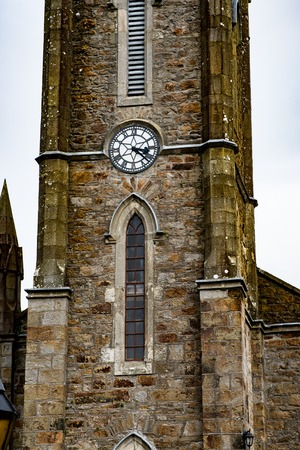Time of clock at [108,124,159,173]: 3:21
